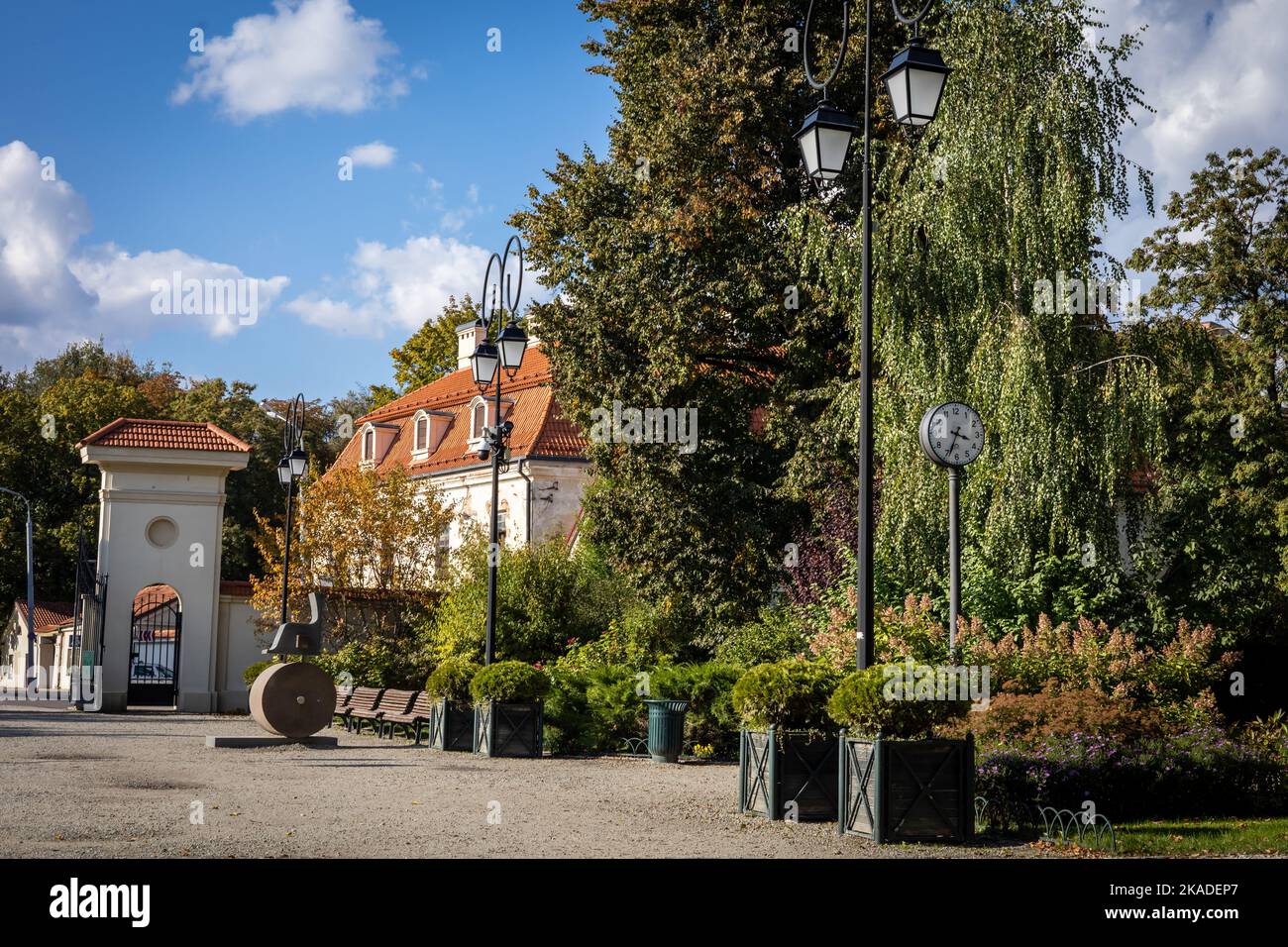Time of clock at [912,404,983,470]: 3:34
